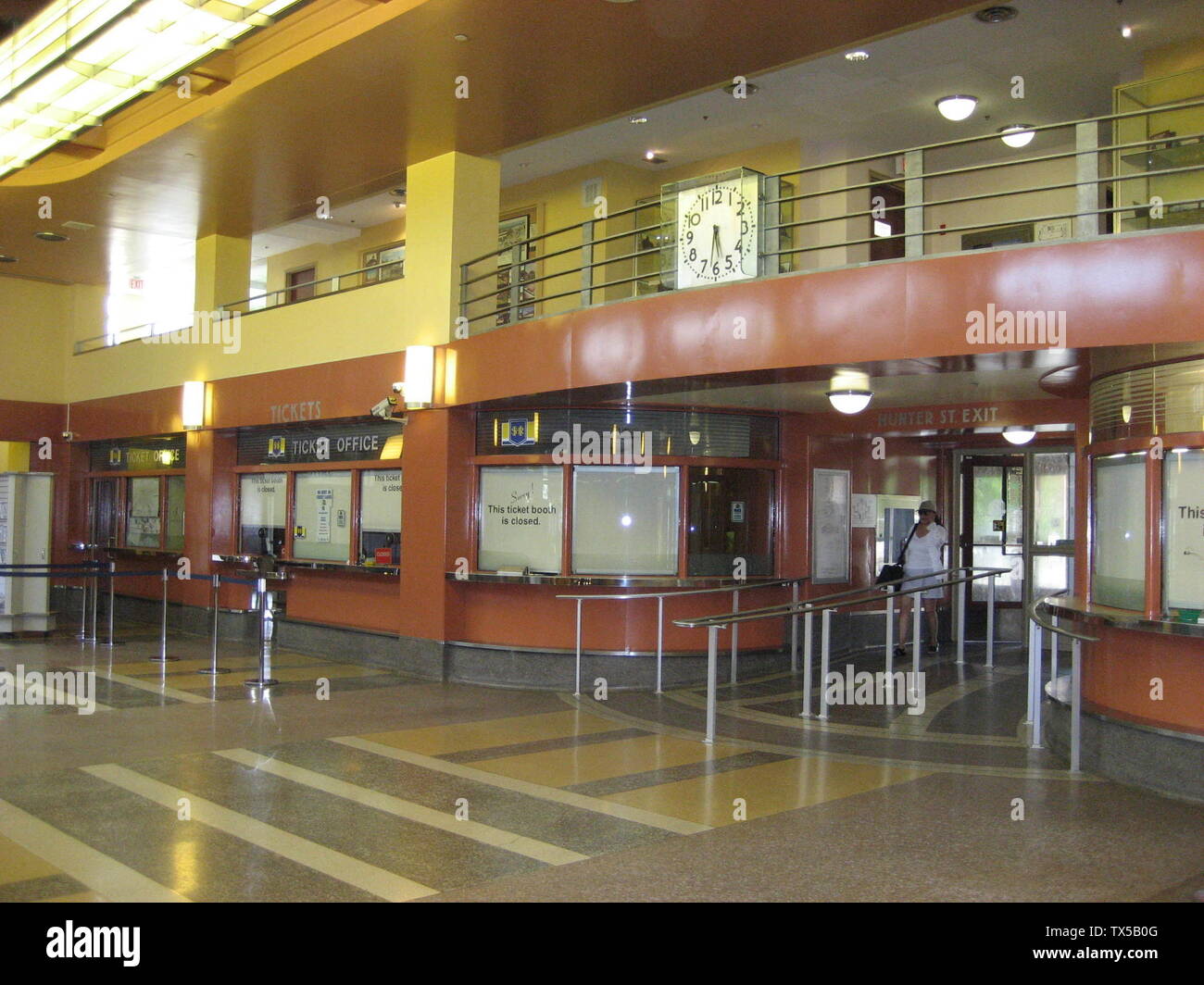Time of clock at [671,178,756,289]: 5:31
